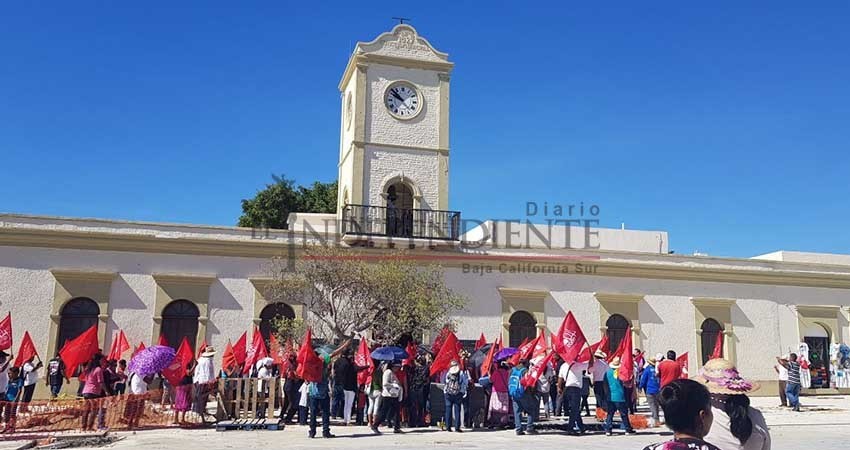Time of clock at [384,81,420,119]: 9:52
